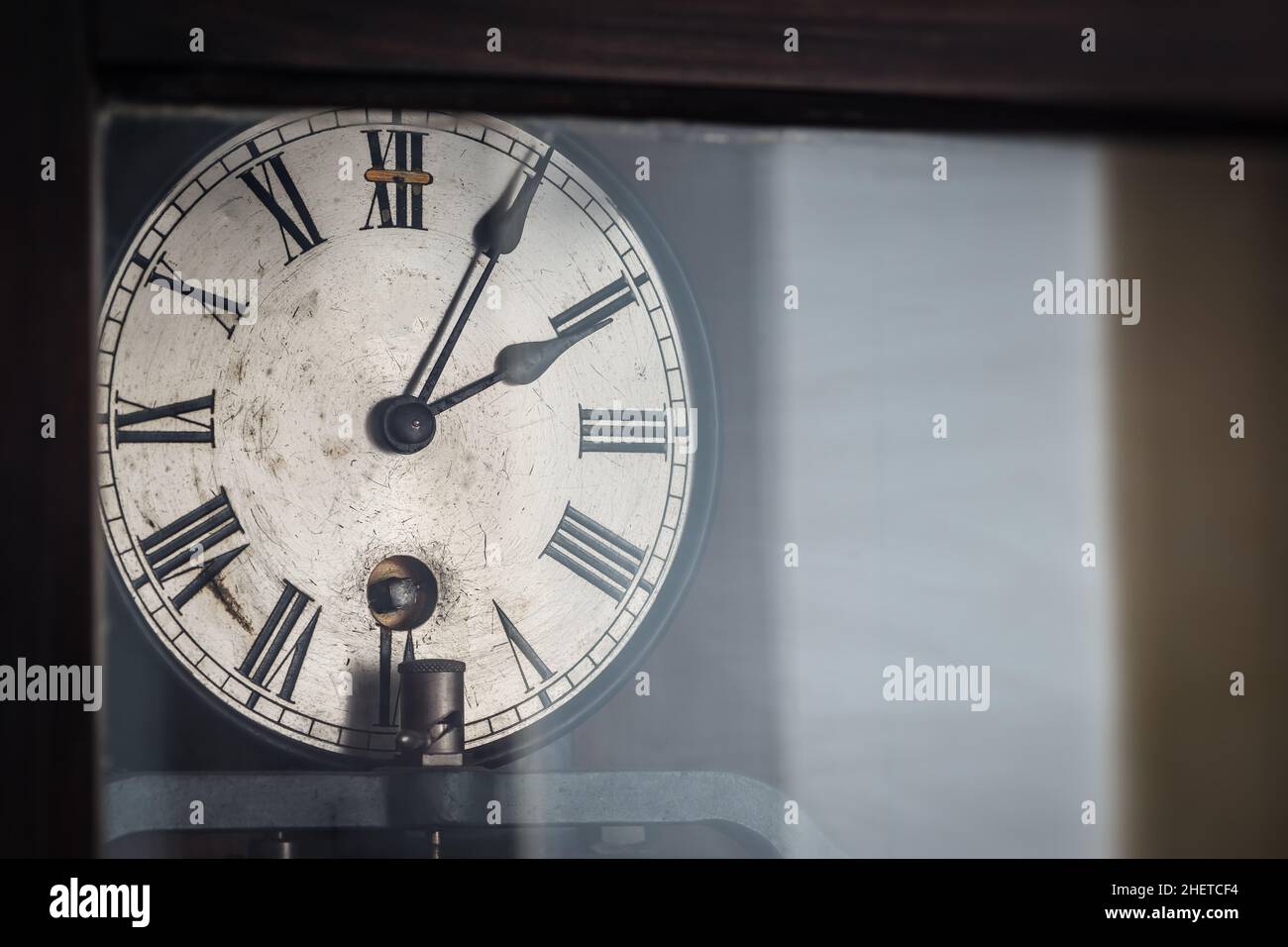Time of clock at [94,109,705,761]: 2:04
